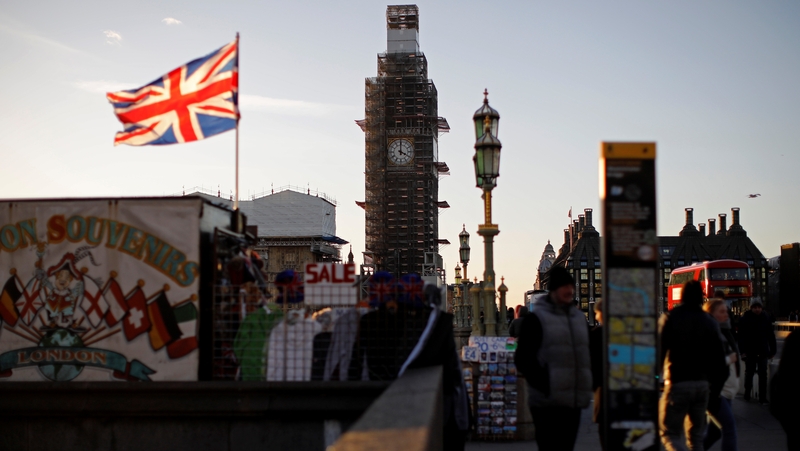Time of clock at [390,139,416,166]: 4:00
